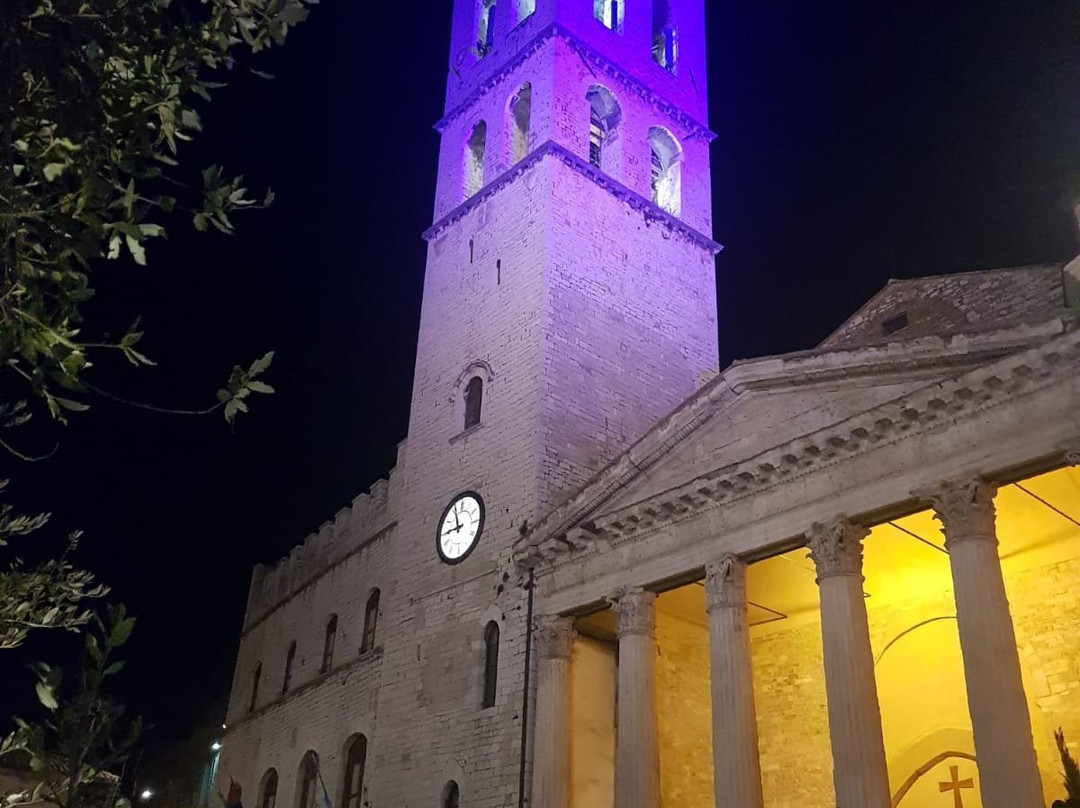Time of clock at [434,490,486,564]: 8:56
